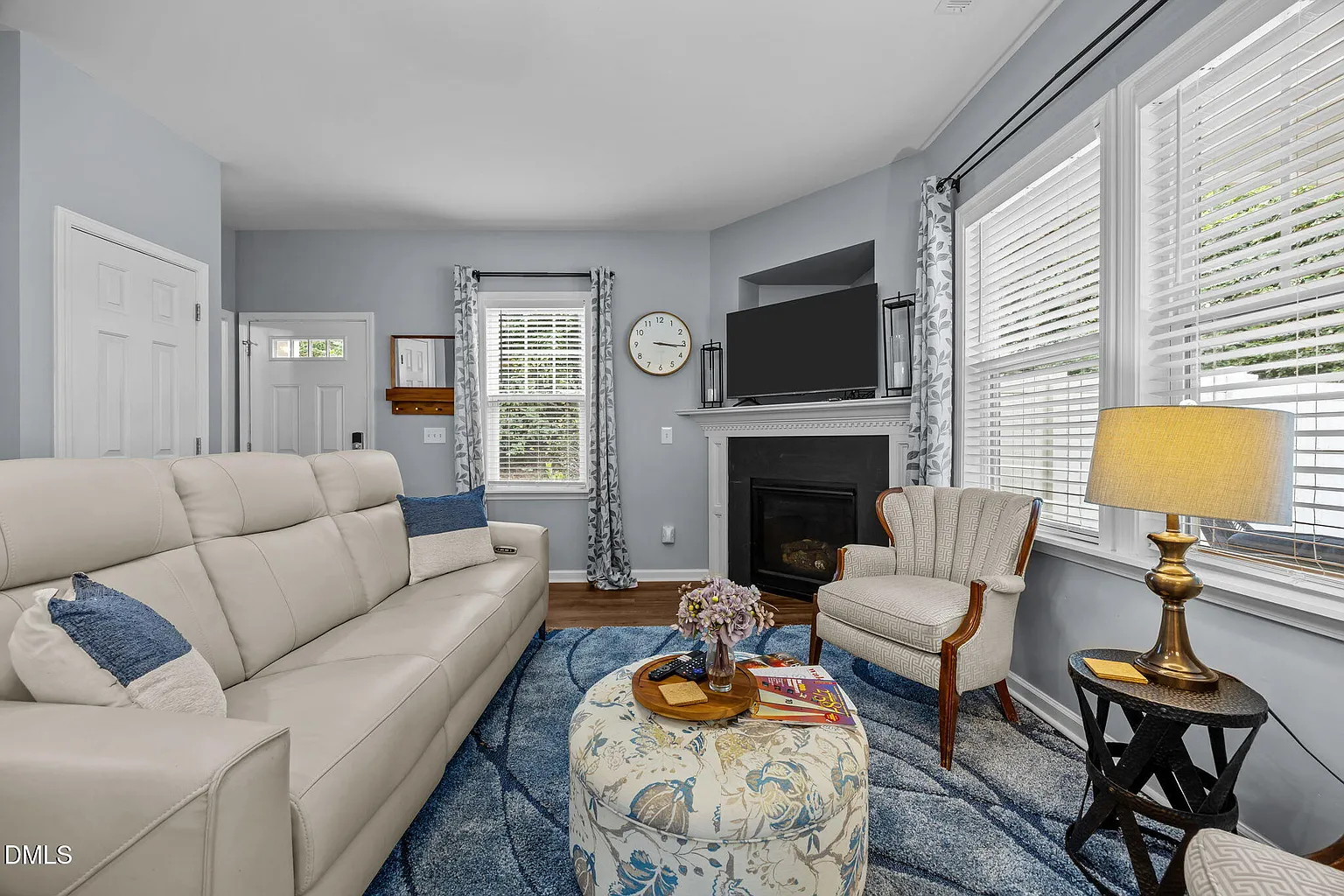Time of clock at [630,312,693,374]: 3:15
